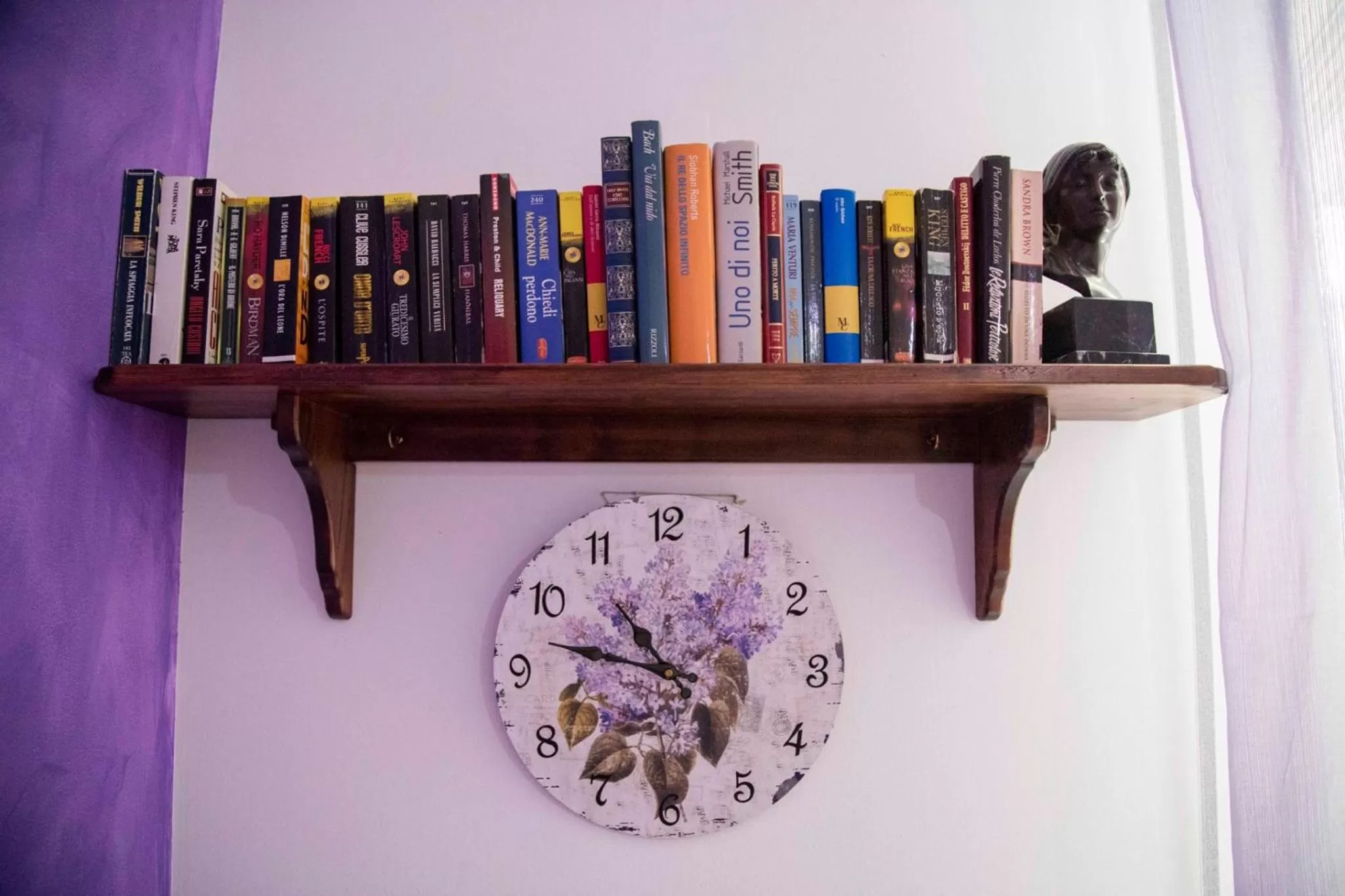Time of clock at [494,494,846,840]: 10:47
